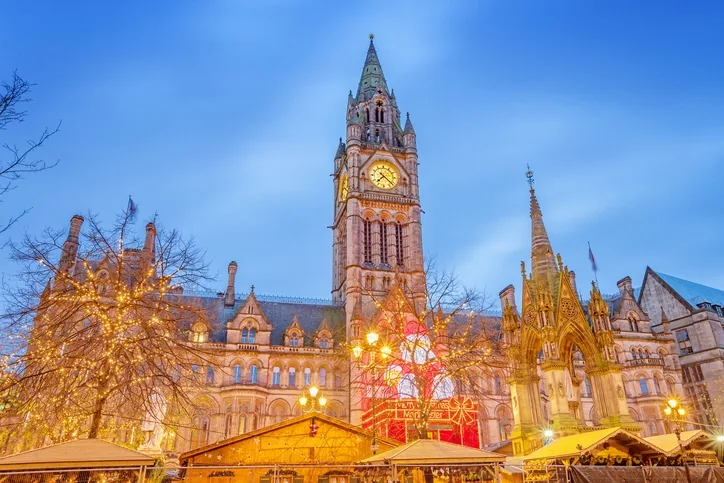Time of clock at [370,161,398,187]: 7:21
